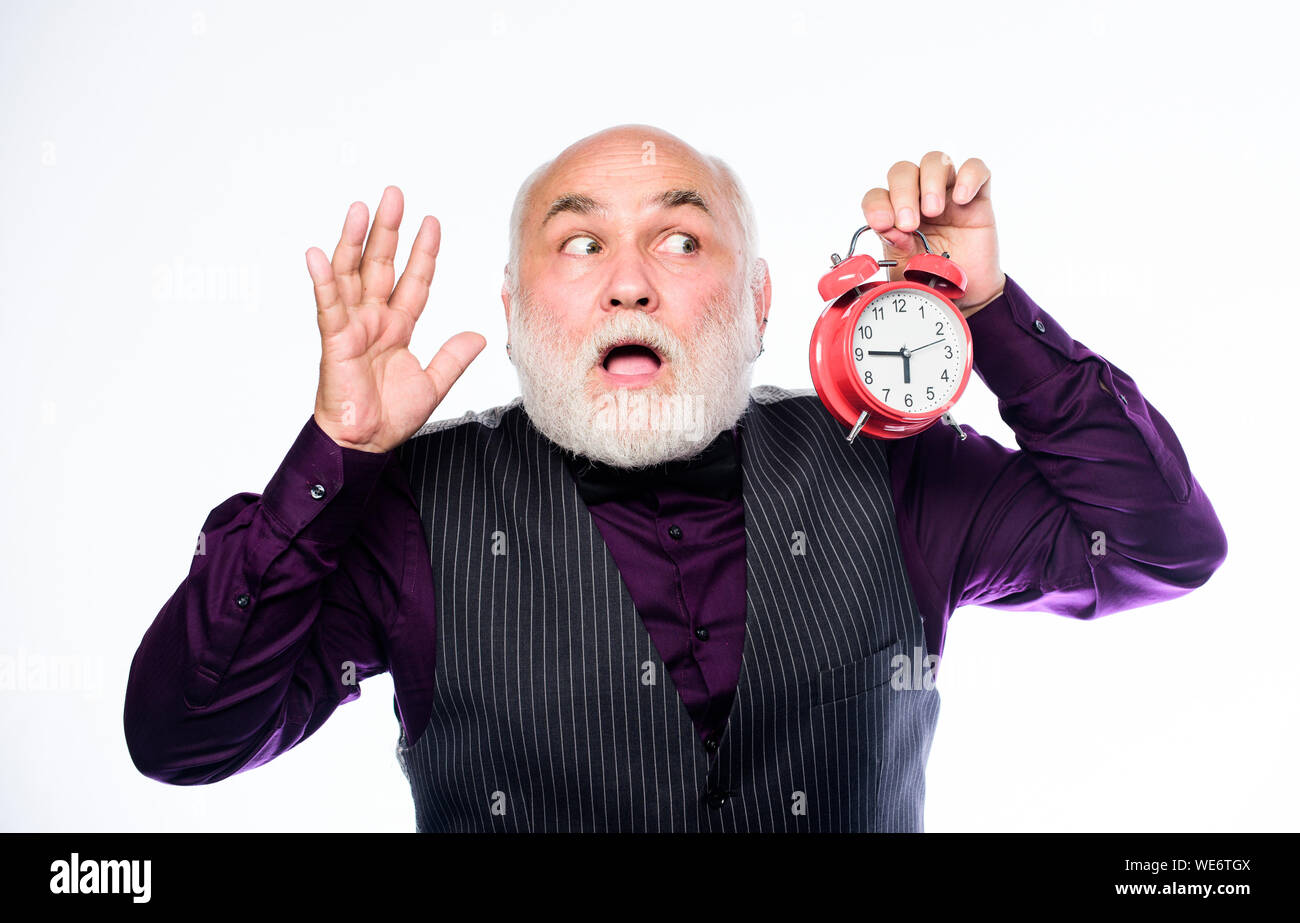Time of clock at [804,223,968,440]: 5:45
